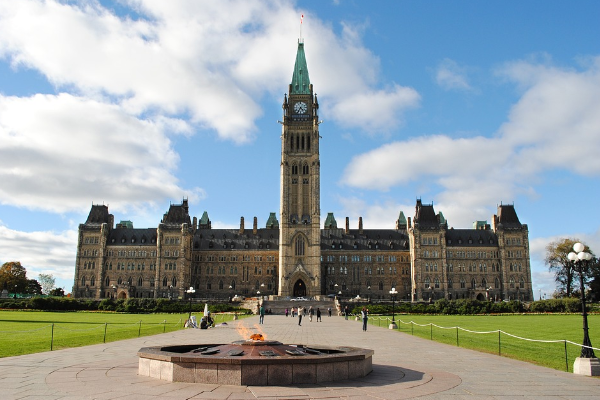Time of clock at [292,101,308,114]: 4:35
